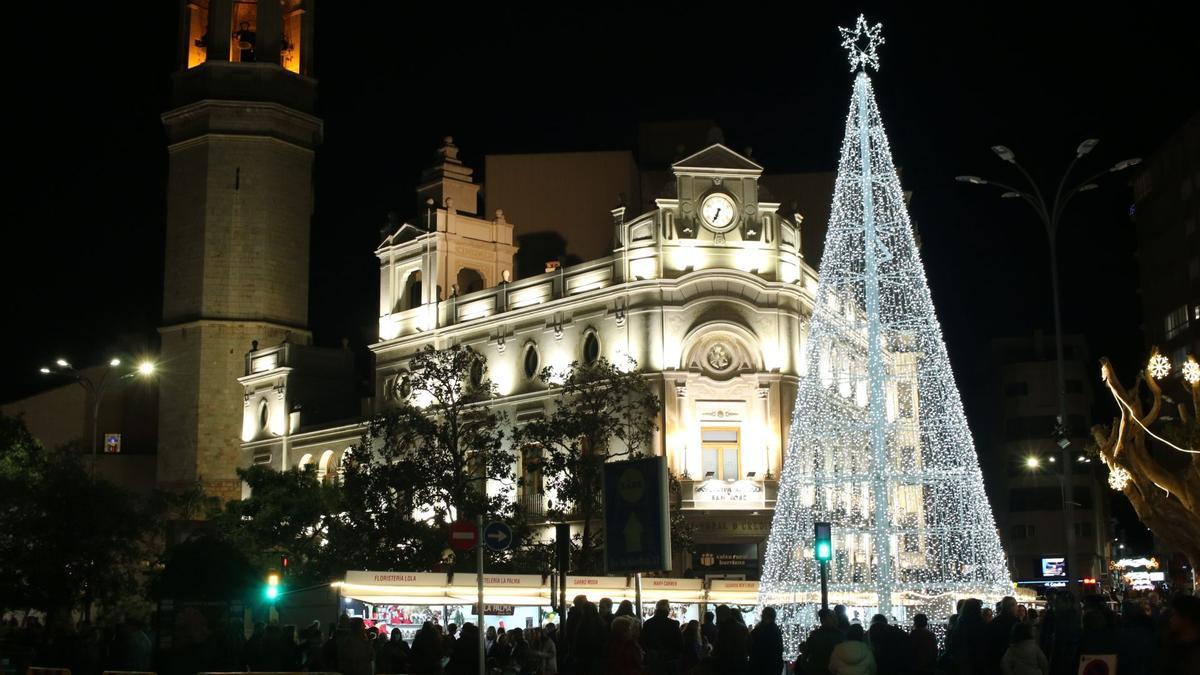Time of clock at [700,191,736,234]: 6:34
